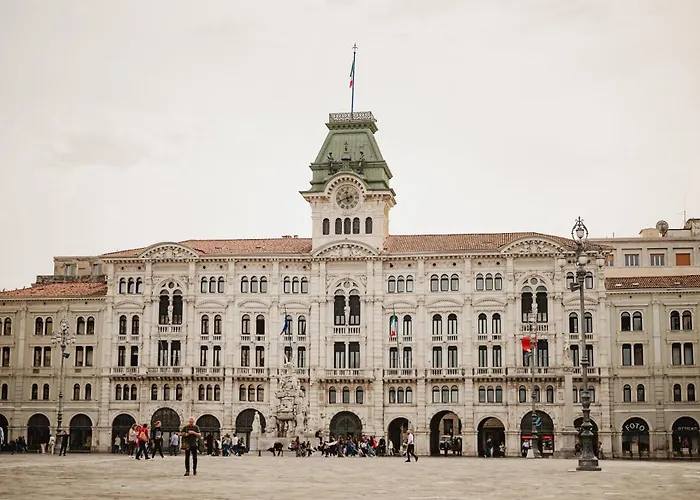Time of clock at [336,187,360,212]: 11:41
